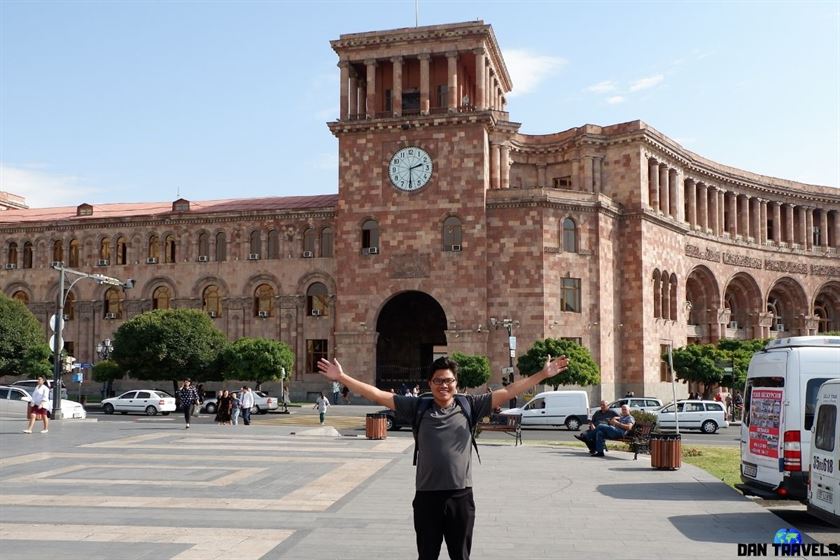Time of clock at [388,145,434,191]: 2:30
